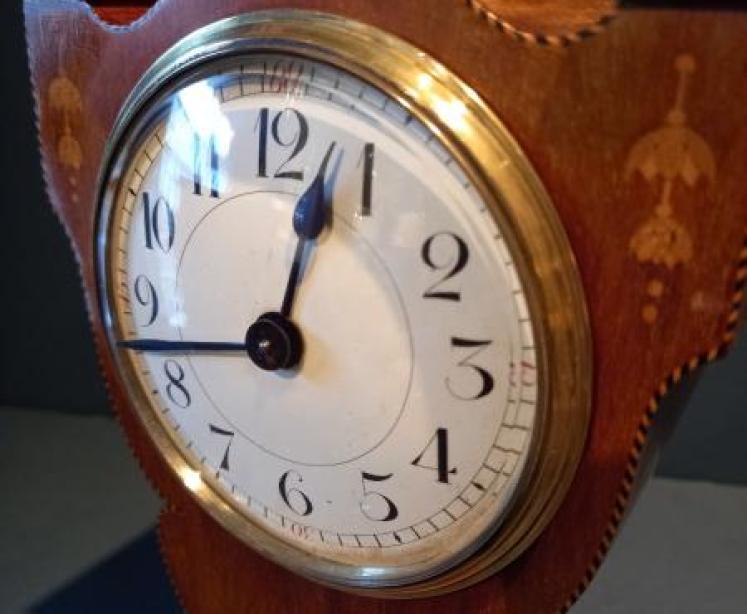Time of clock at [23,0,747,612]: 12:42
